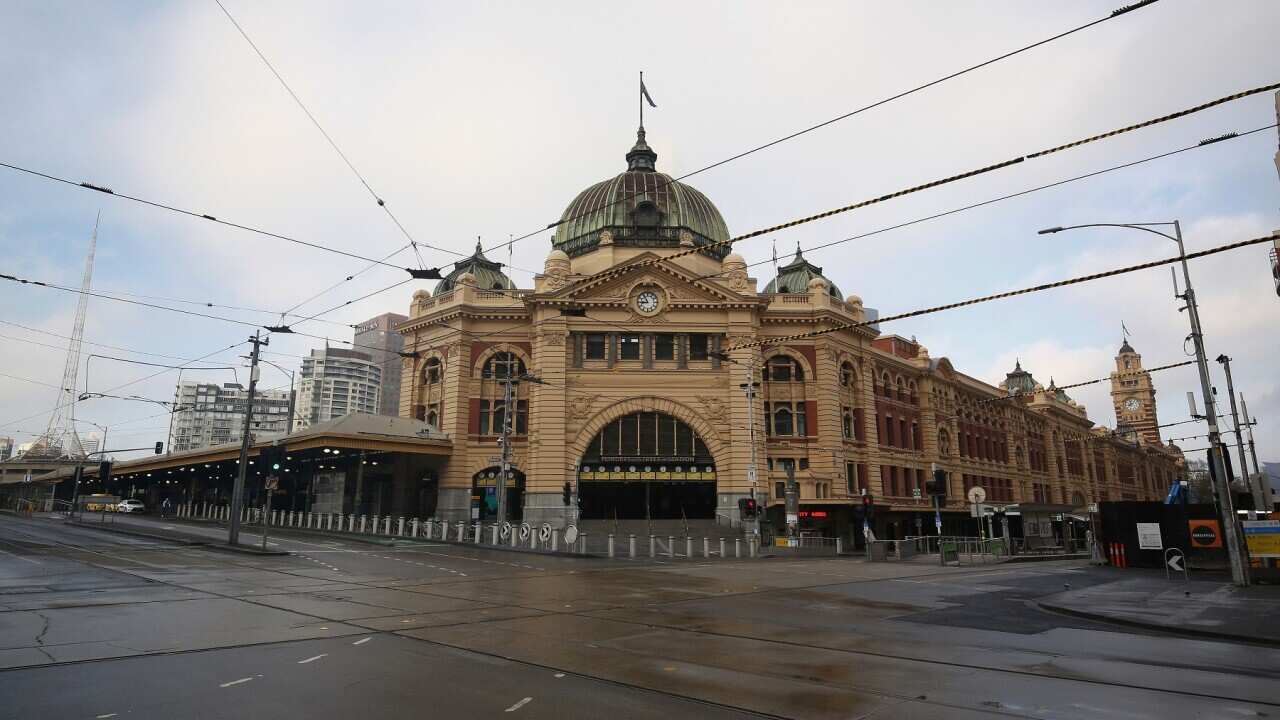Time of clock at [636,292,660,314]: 8:54
